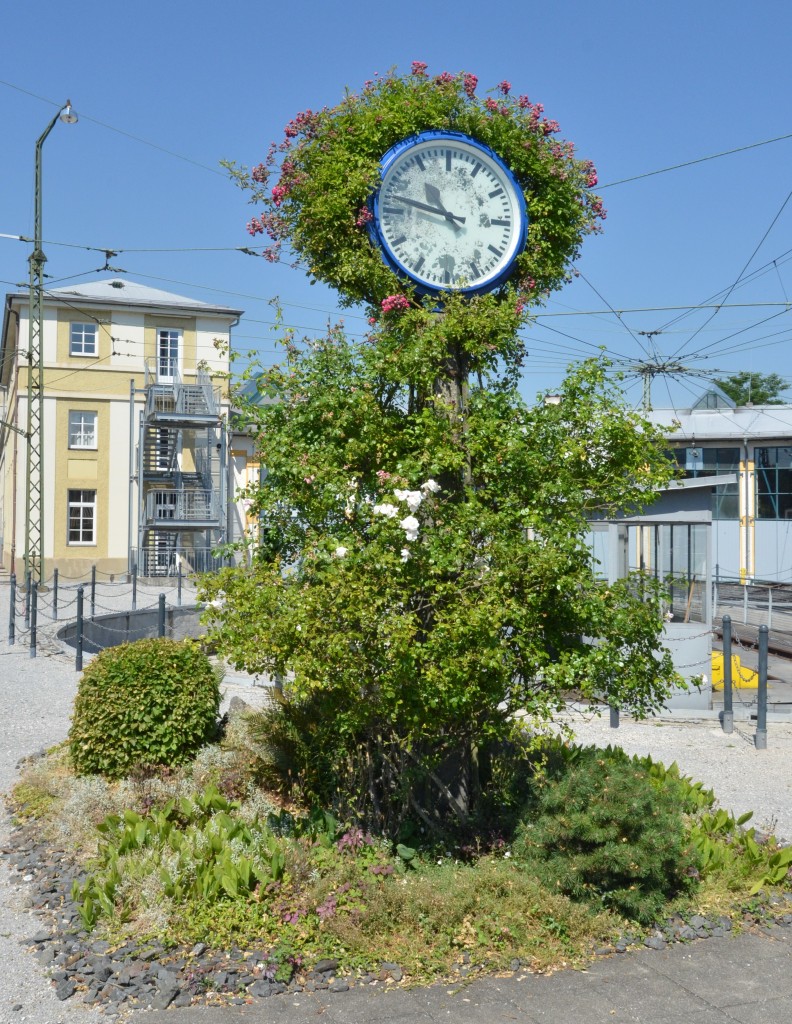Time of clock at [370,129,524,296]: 10:47
